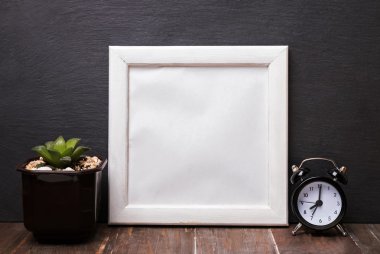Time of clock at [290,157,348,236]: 8:01
